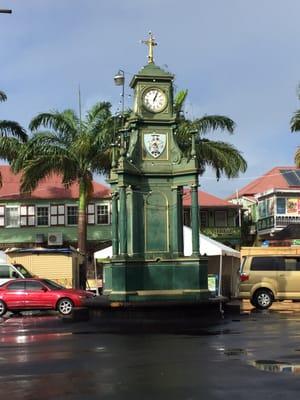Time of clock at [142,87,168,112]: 1:03
